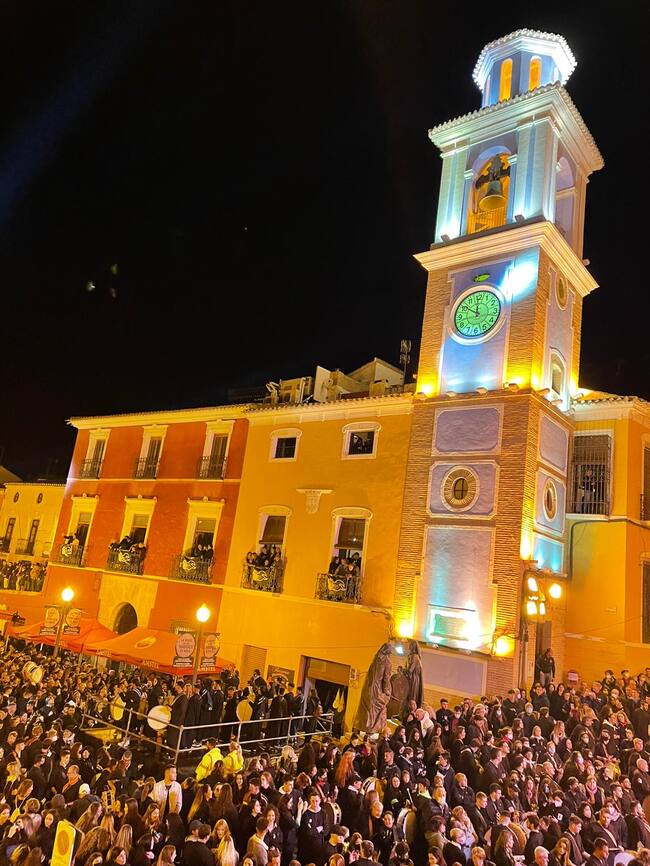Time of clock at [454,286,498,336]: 11:50
